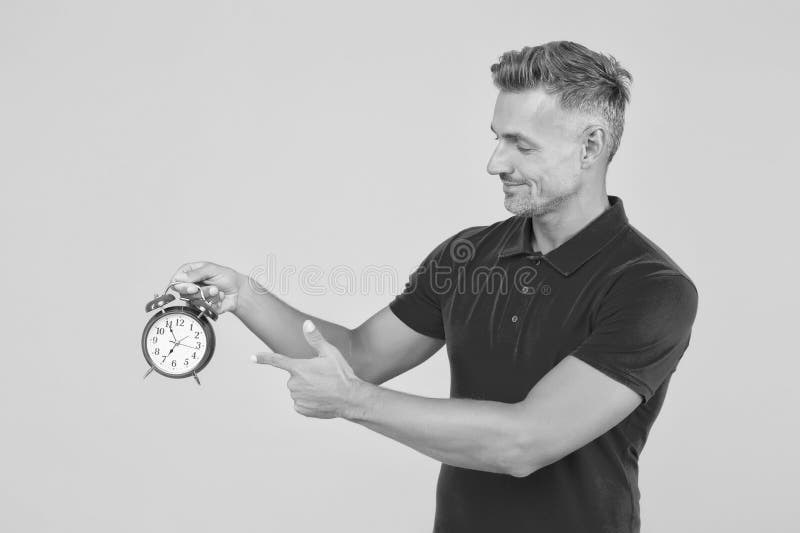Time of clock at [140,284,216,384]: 6:55
